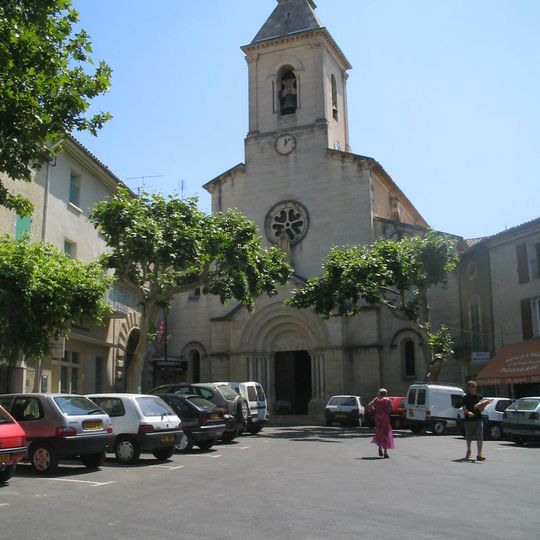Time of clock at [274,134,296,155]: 12:07
